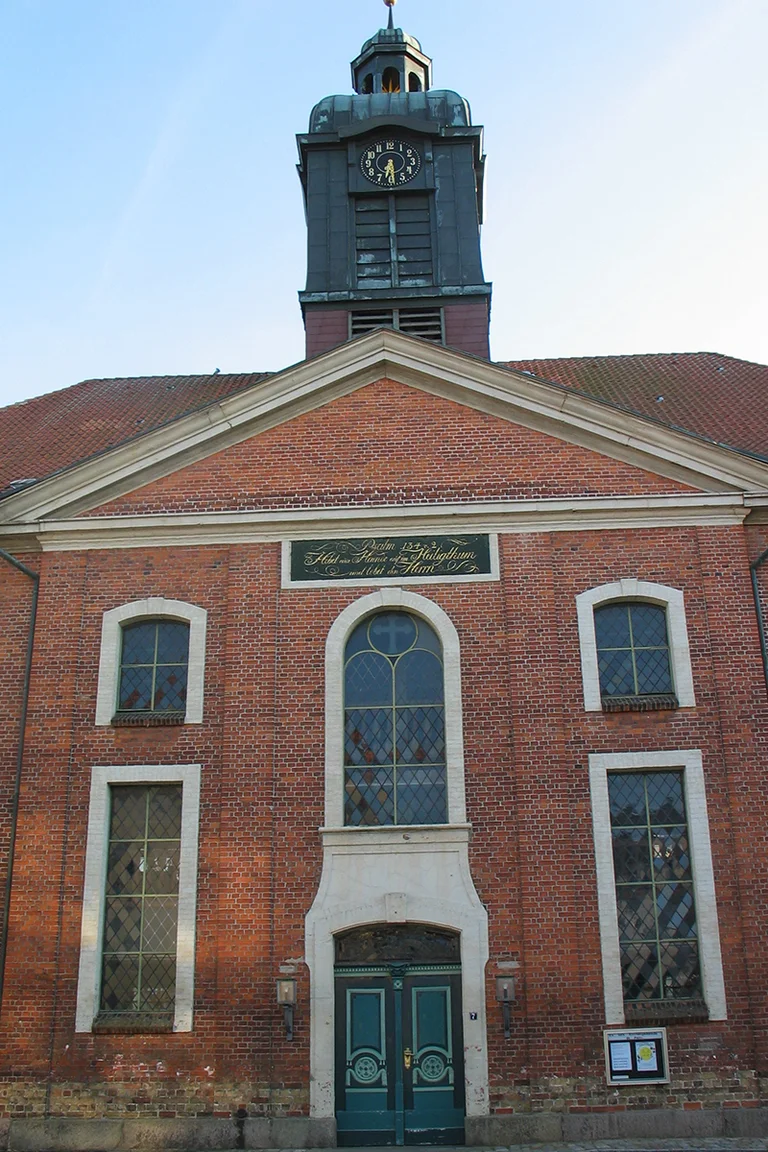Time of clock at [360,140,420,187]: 6:29
